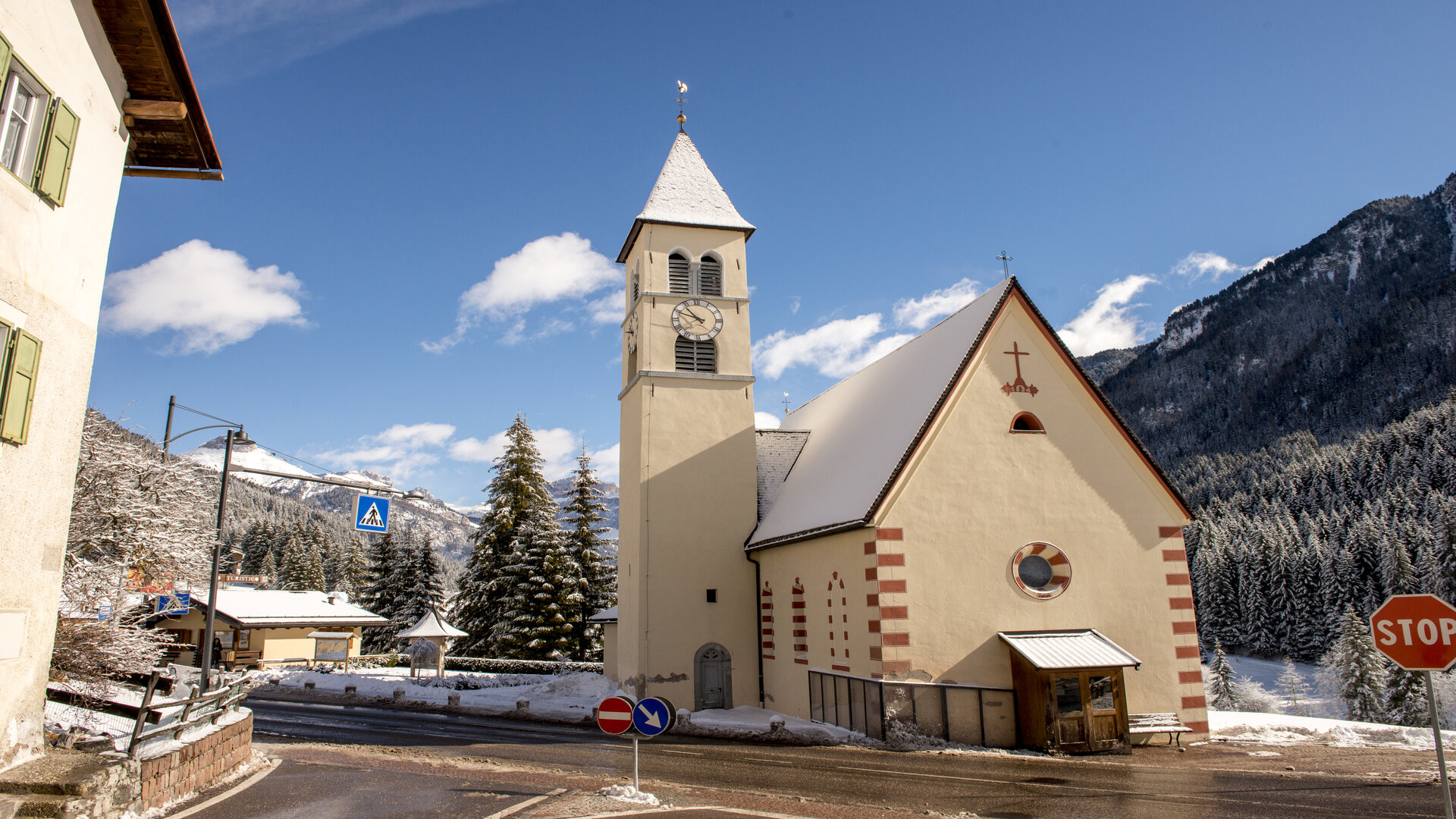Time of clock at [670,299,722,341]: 10:48
